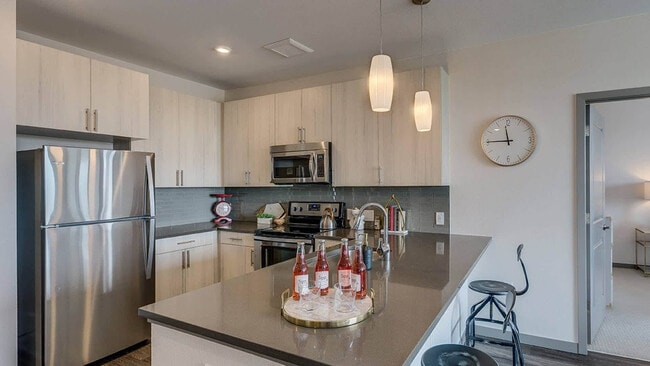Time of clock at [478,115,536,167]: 11:45
